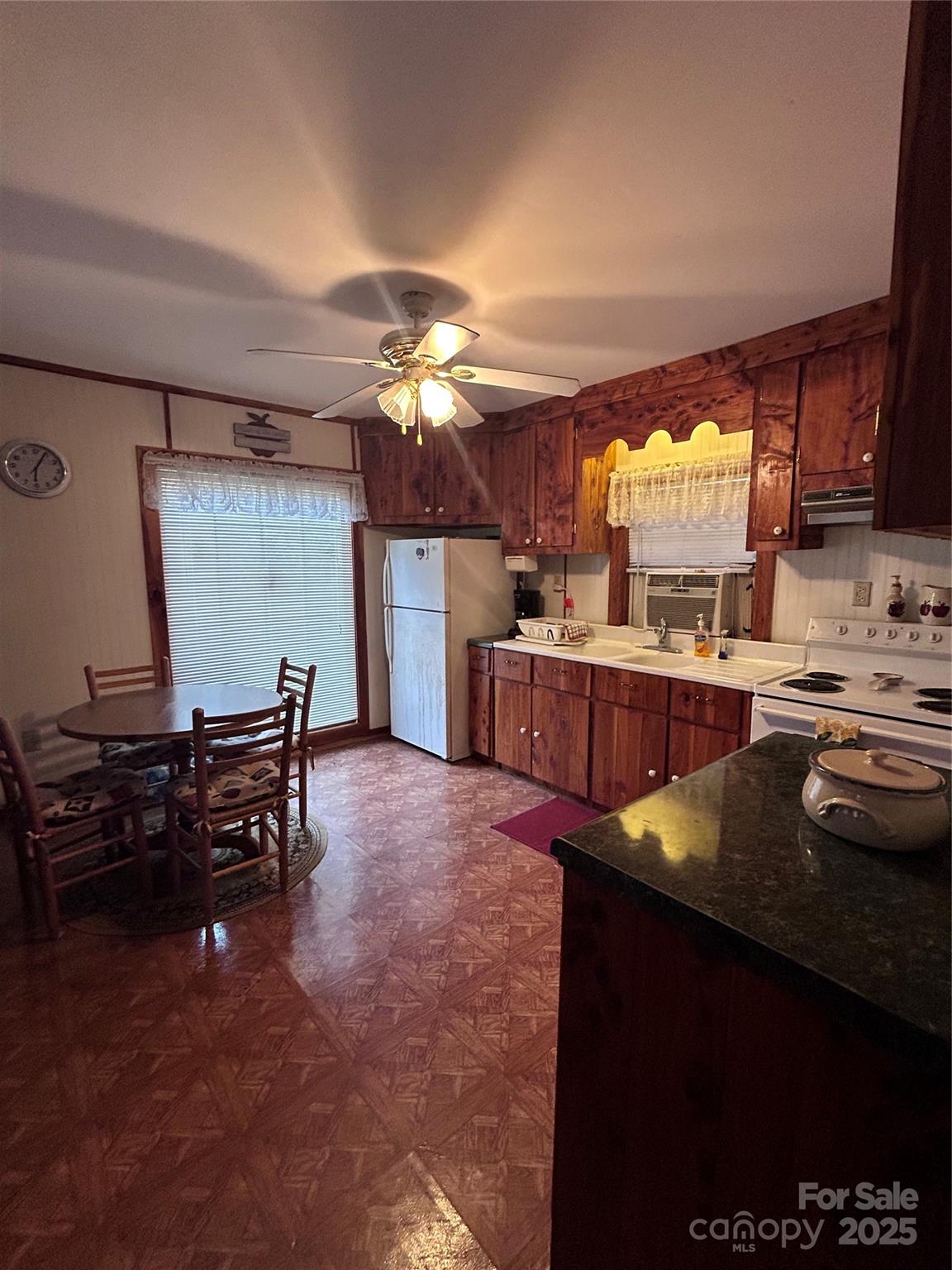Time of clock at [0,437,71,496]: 6:04
